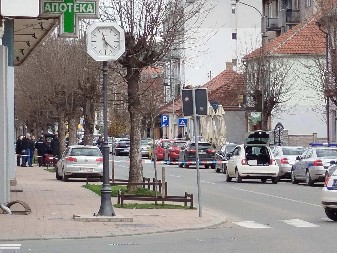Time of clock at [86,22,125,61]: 11:21
